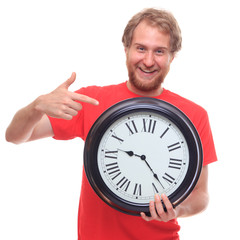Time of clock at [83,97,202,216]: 9:22
